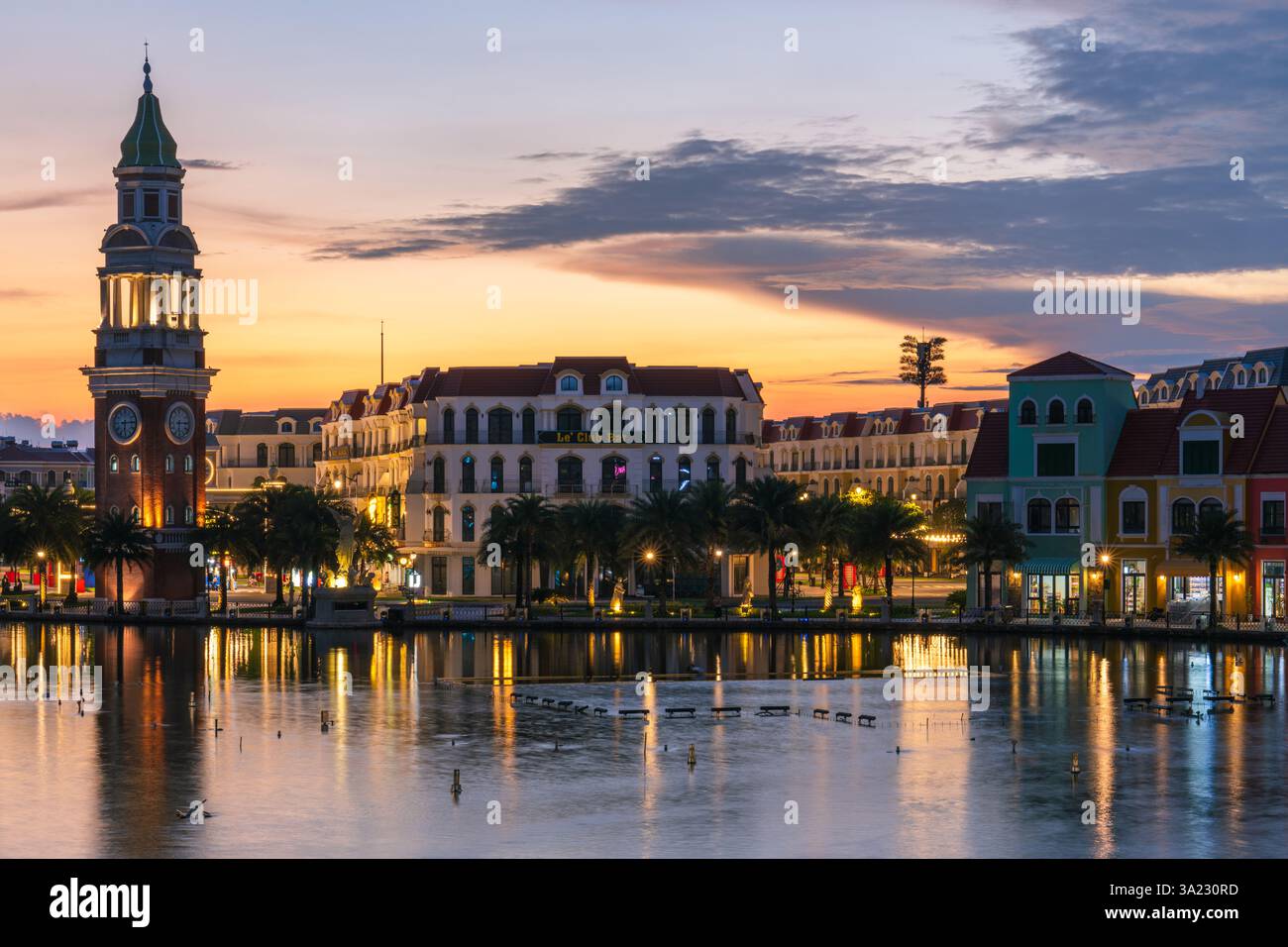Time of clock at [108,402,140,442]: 6:14
